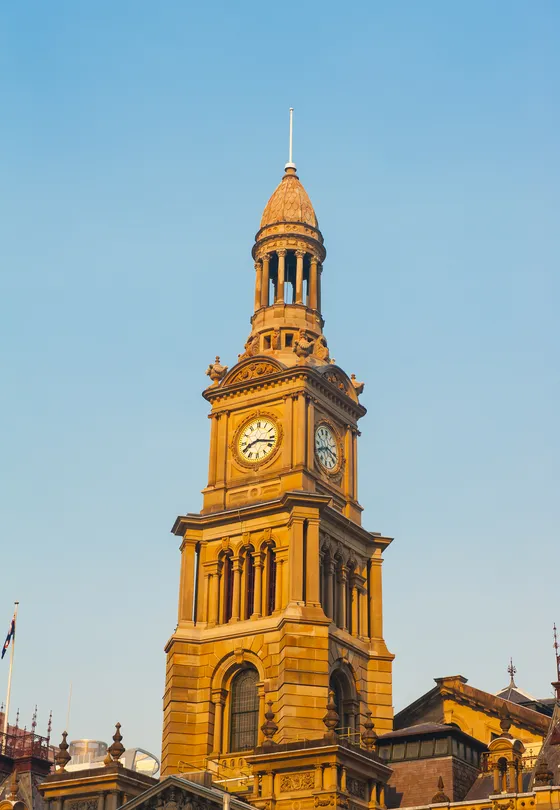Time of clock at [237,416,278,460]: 8:17
